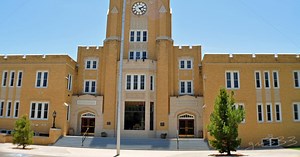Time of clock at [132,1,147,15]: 2:23
